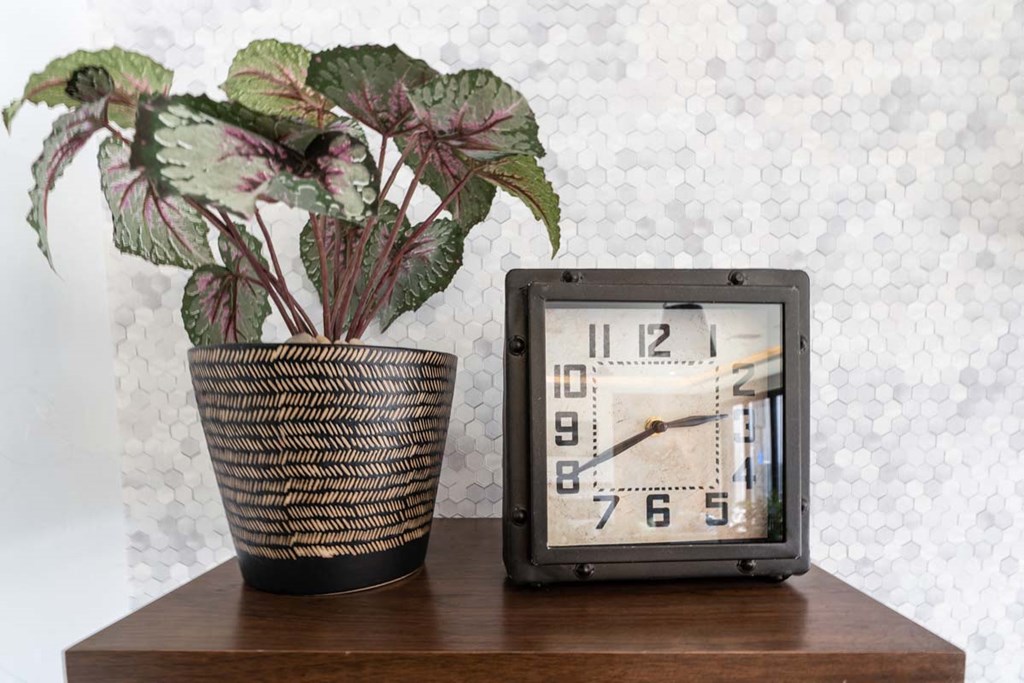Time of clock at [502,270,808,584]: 2:40
